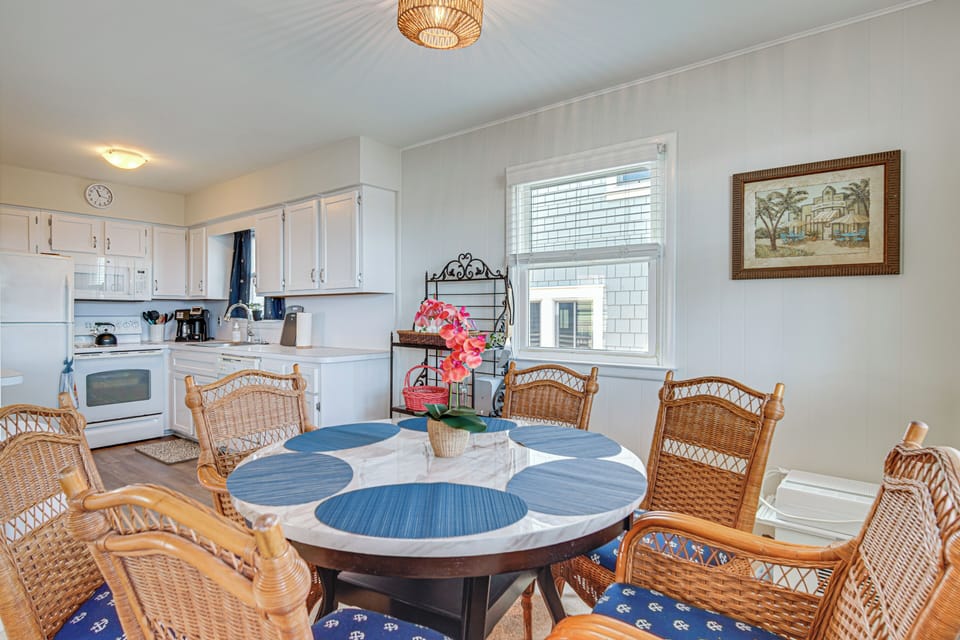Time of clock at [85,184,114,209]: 11:17
